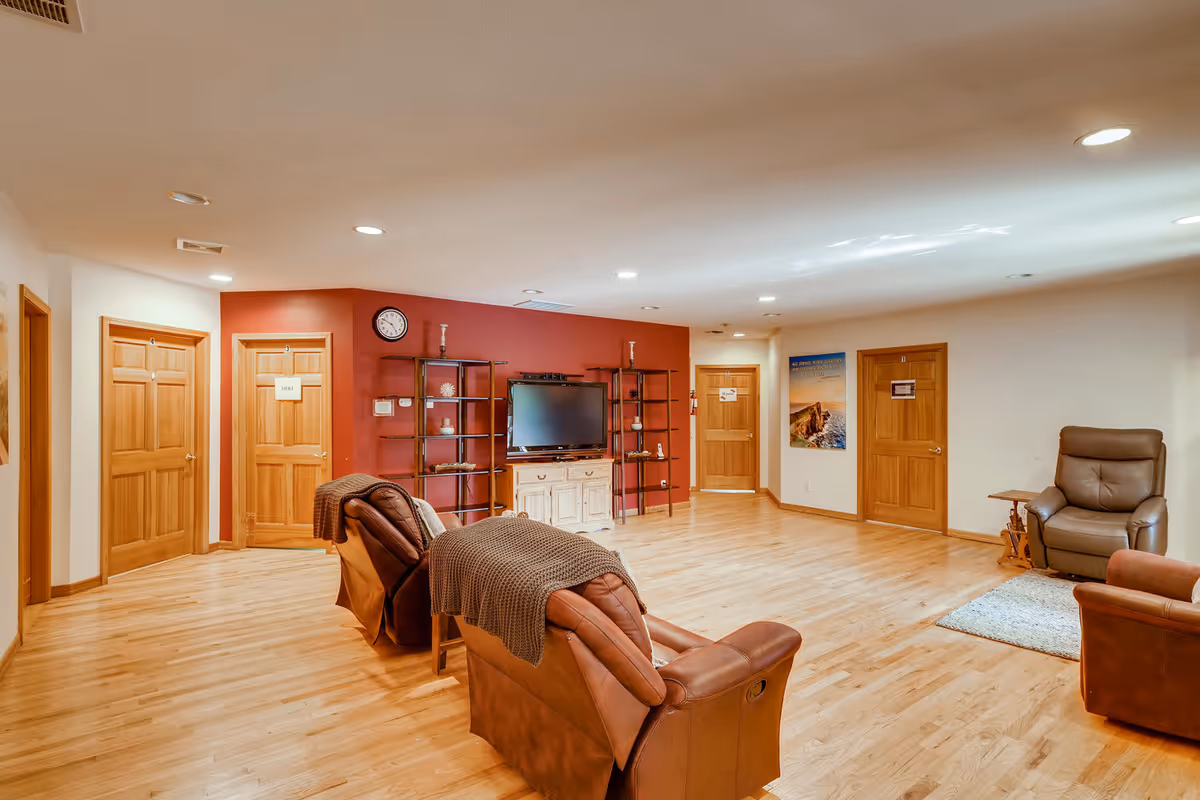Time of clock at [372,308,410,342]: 4:49
